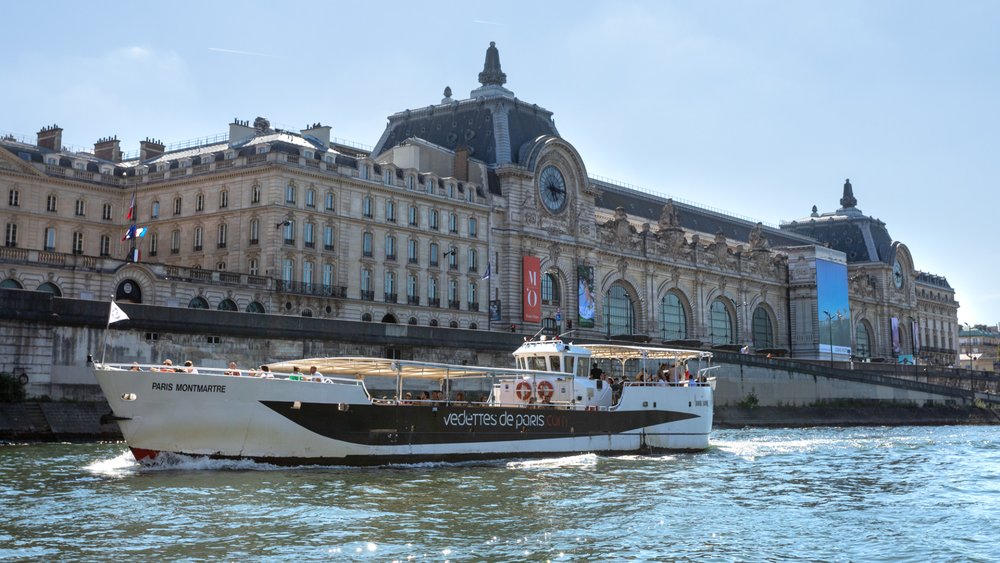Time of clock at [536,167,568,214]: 5:15
